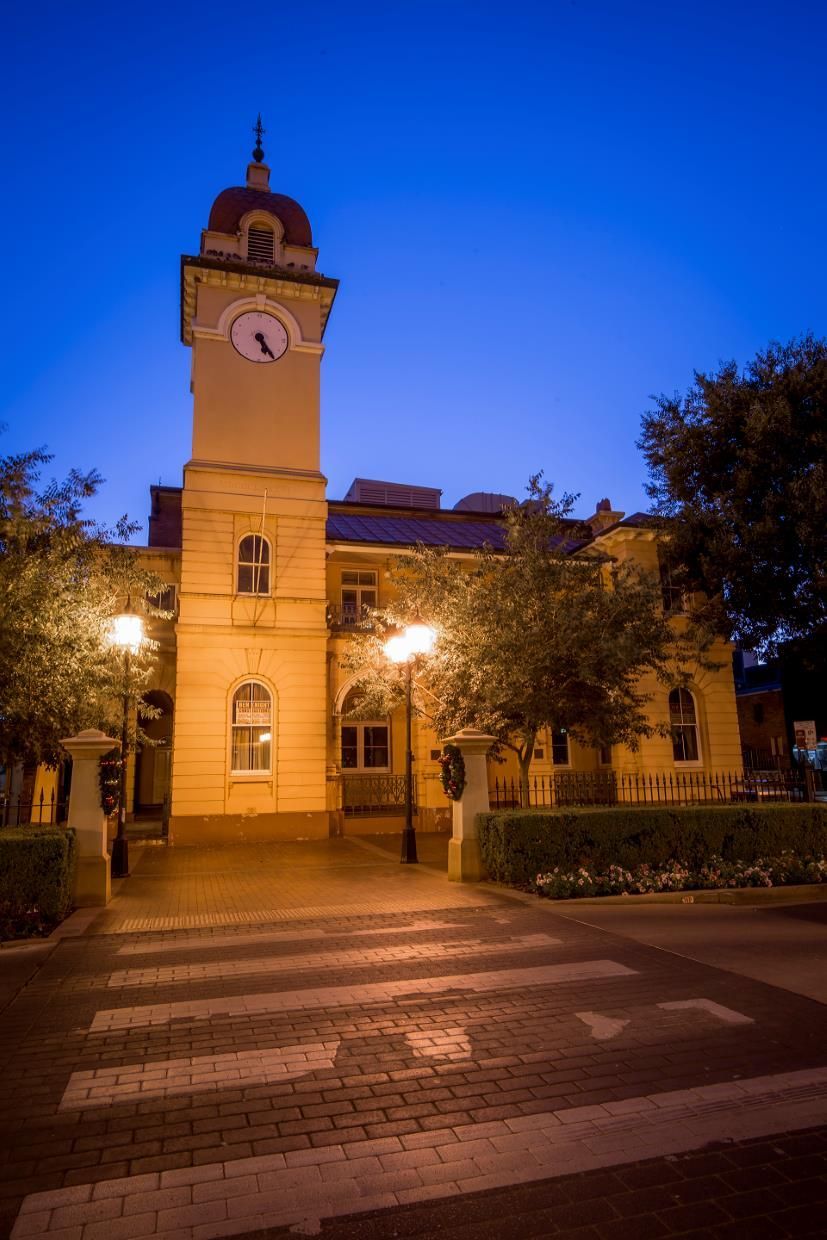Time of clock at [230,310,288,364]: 5:24
